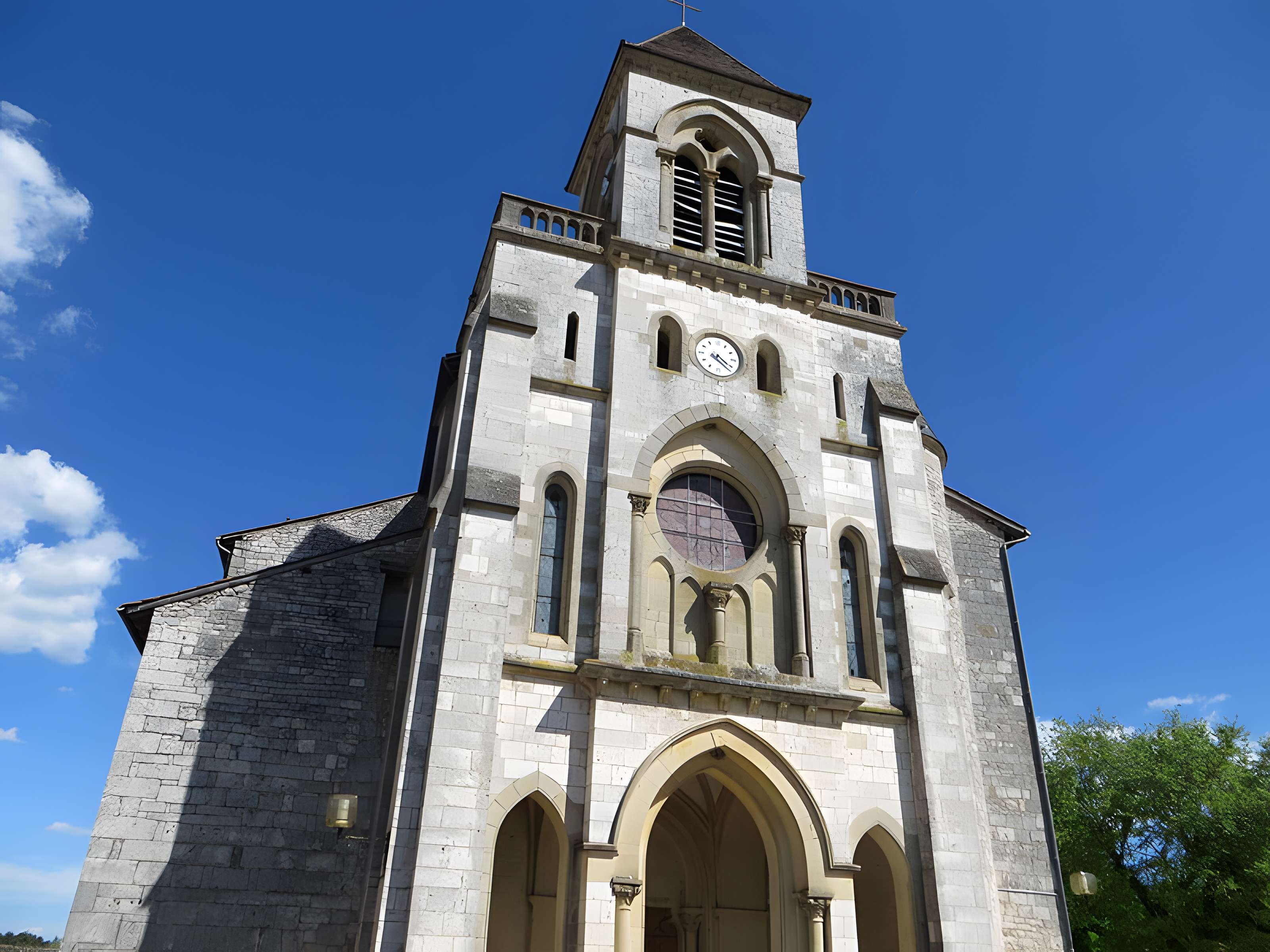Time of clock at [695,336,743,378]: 4:20
